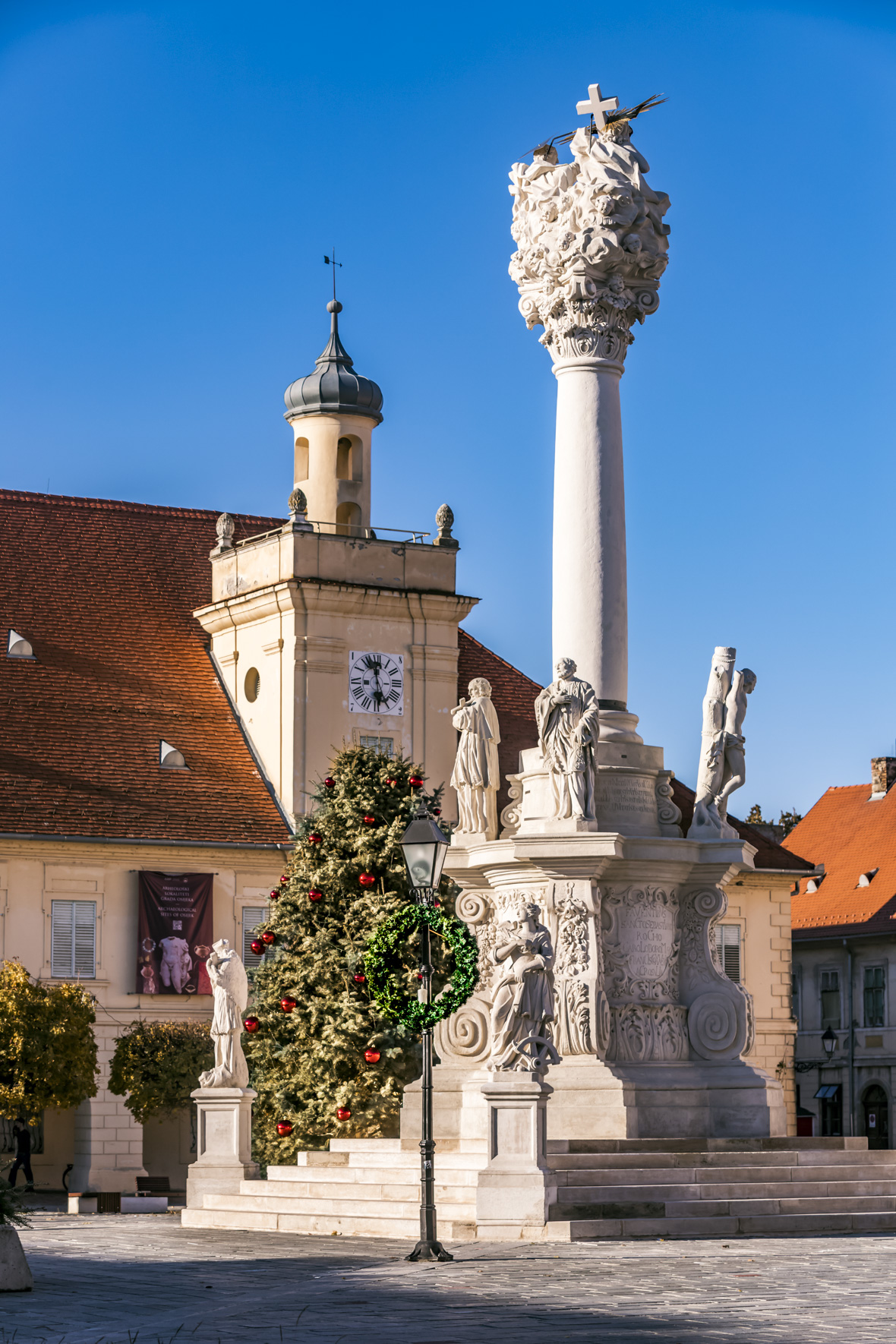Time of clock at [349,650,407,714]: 11:29
